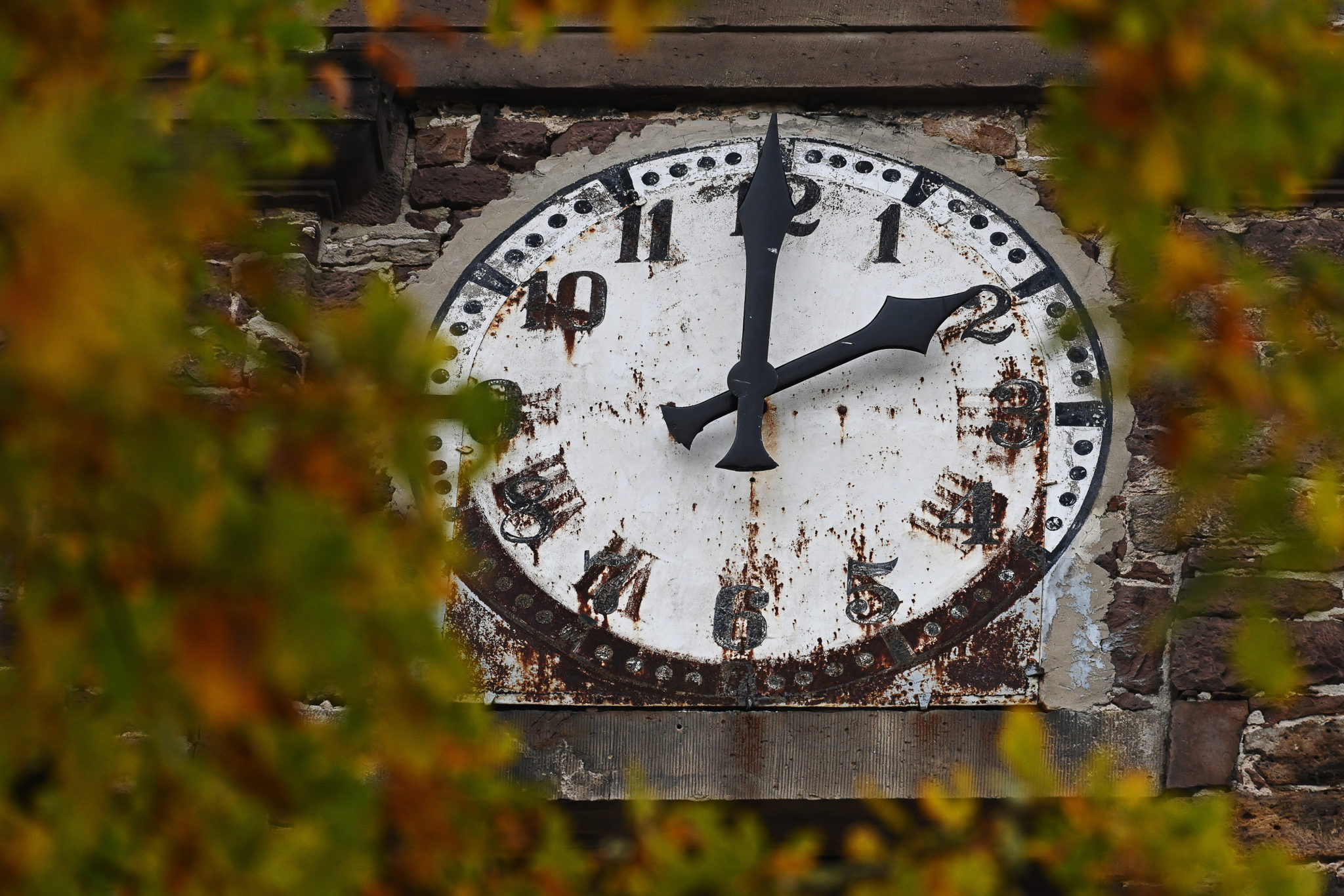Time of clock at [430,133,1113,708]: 2:00
